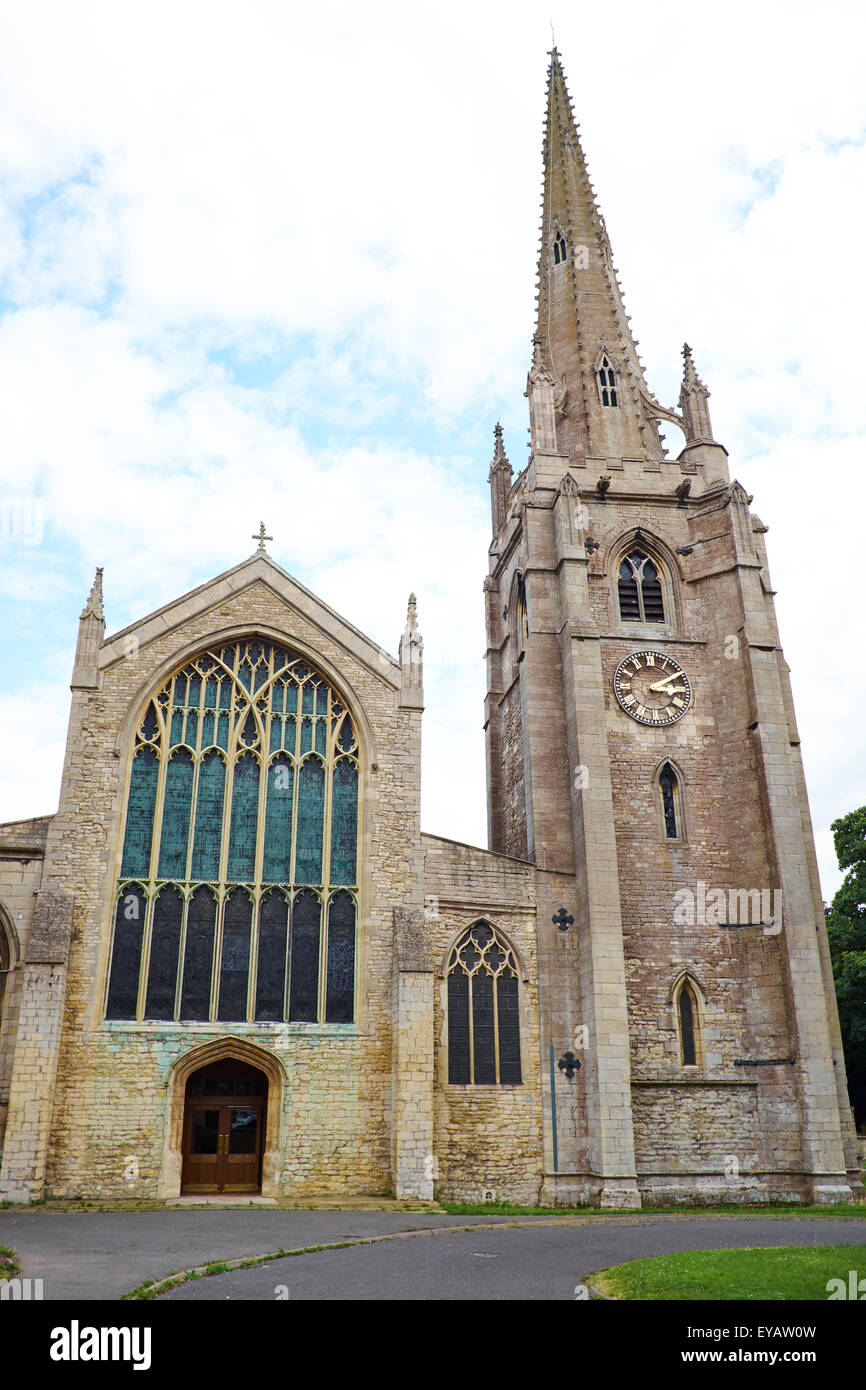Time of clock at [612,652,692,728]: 3:10
